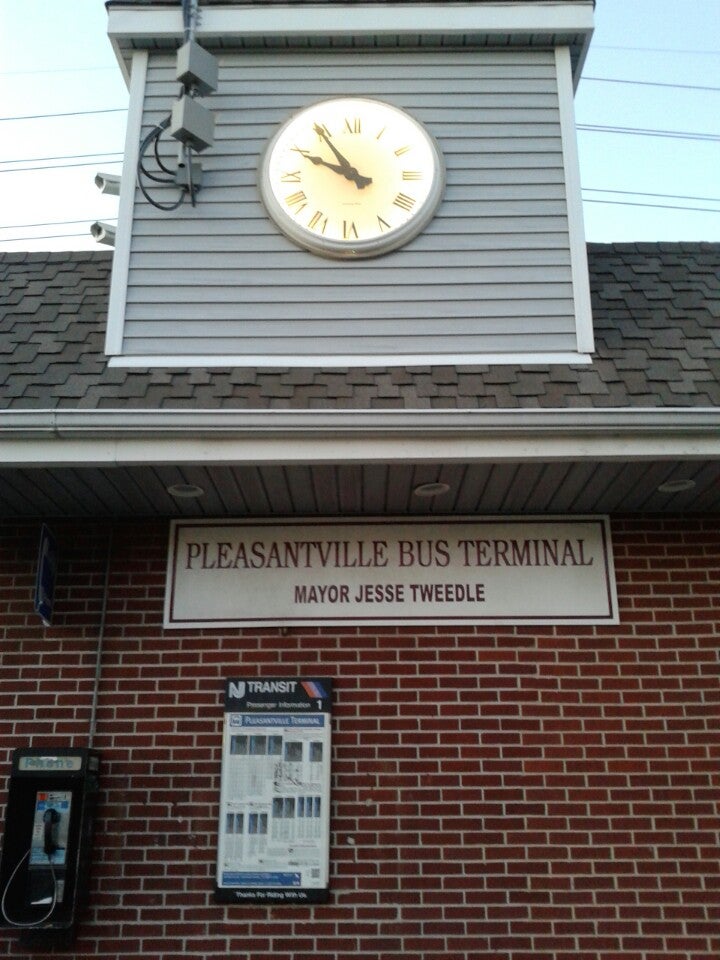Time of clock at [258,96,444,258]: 9:54
